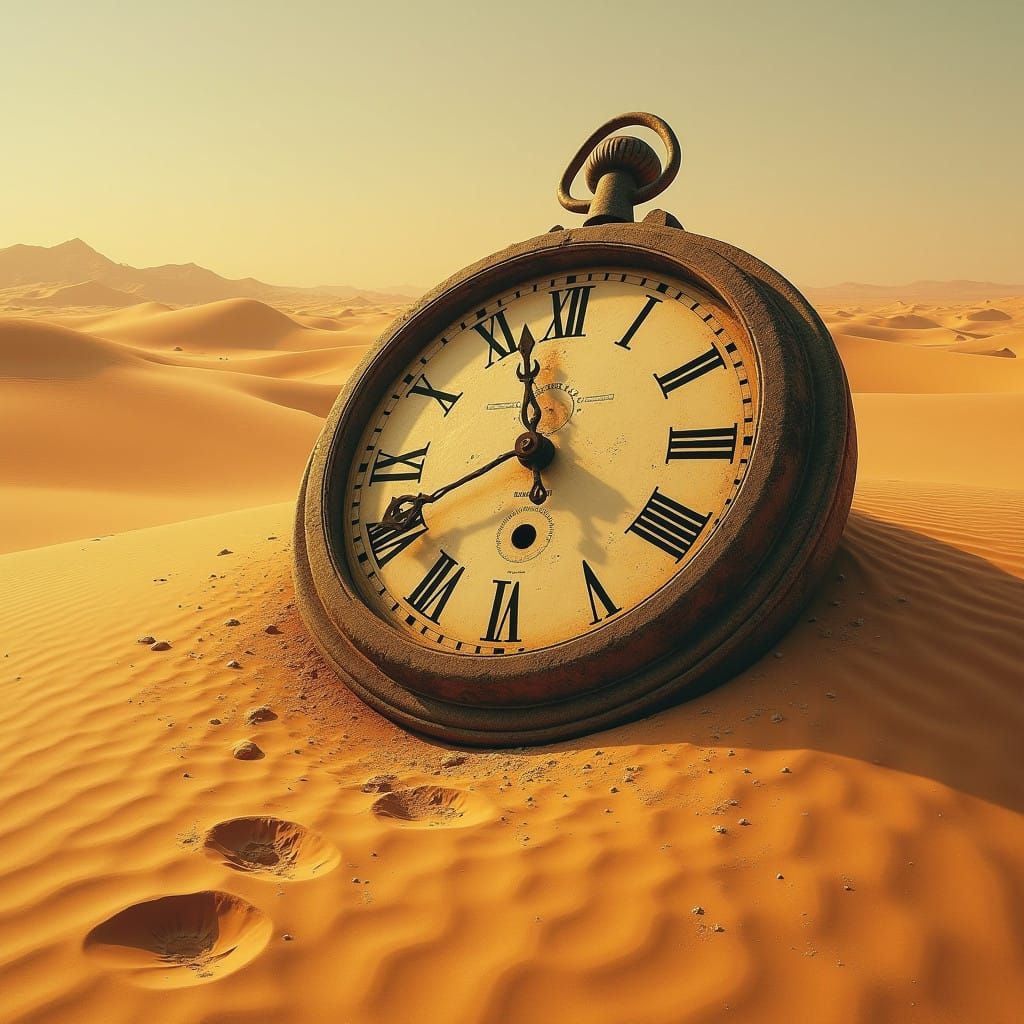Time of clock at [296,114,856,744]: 5:57
